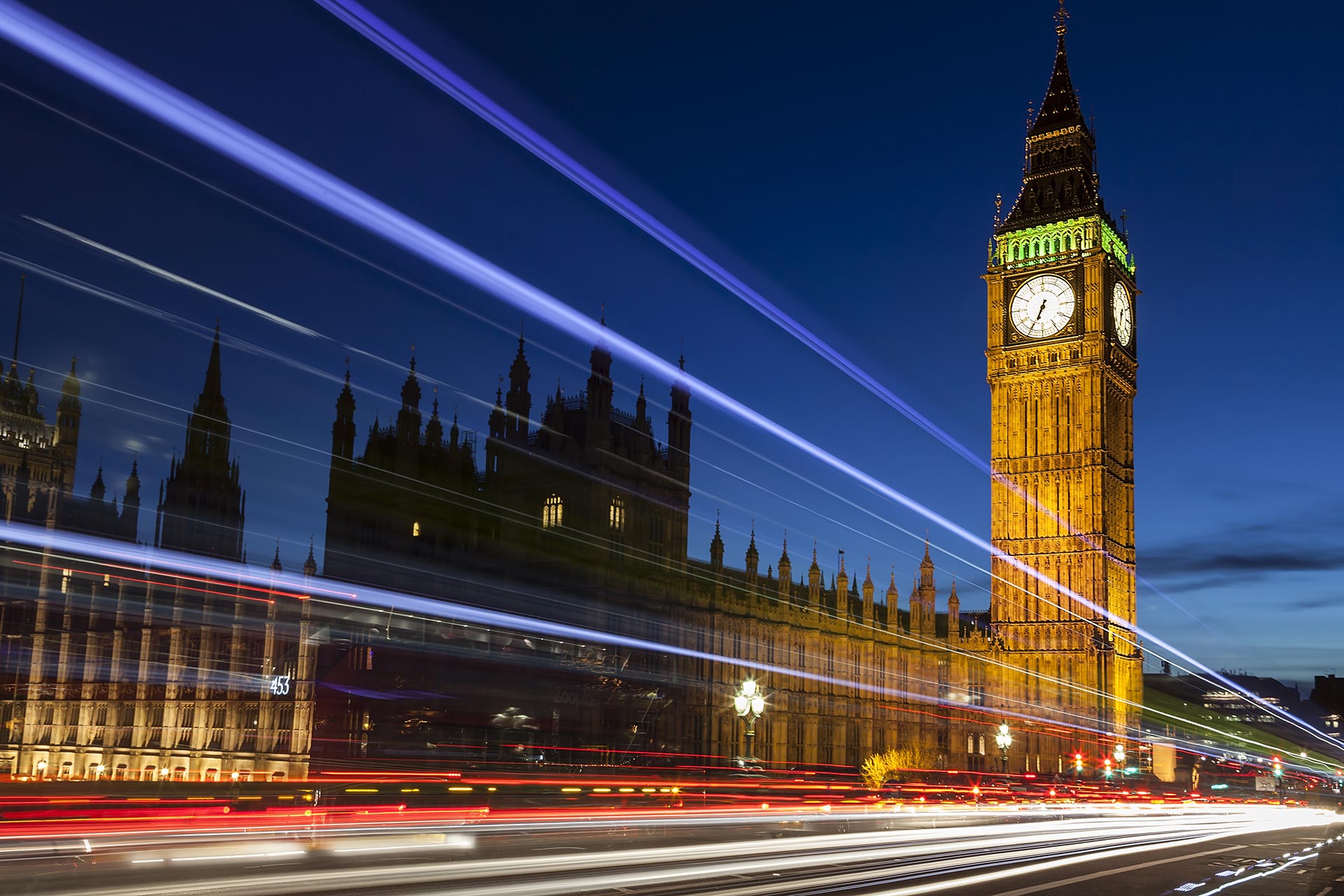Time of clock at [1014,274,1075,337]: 6:34
